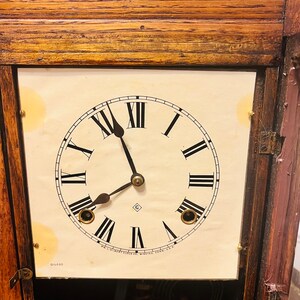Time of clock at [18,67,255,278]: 7:56
